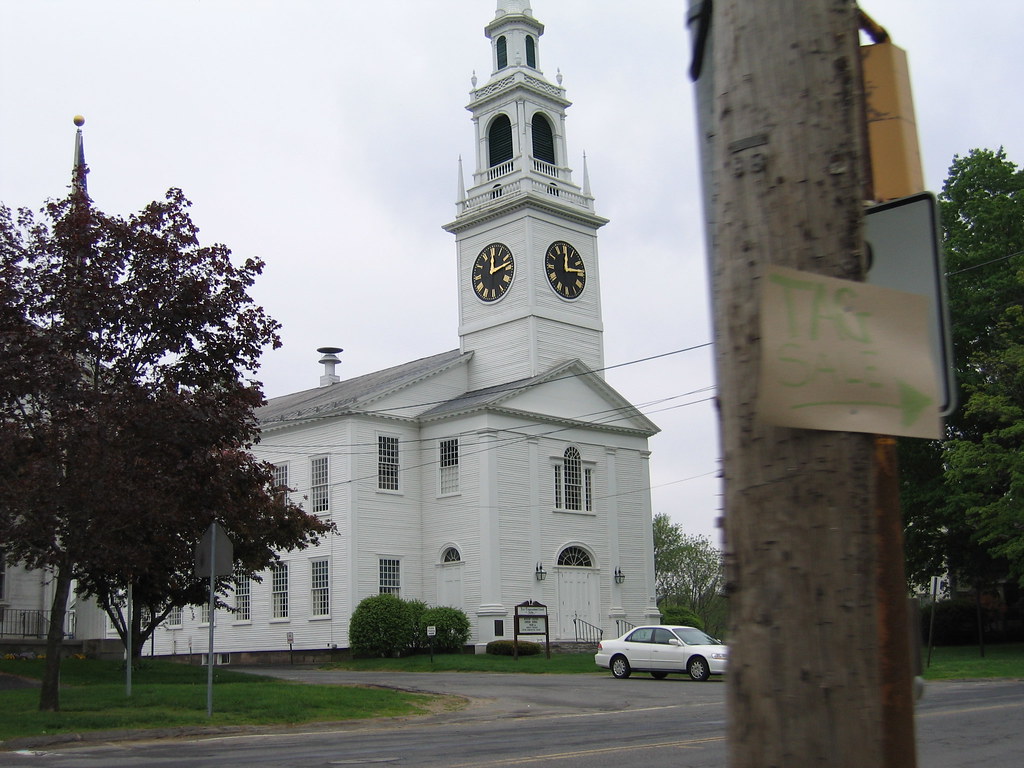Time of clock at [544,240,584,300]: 12:13
